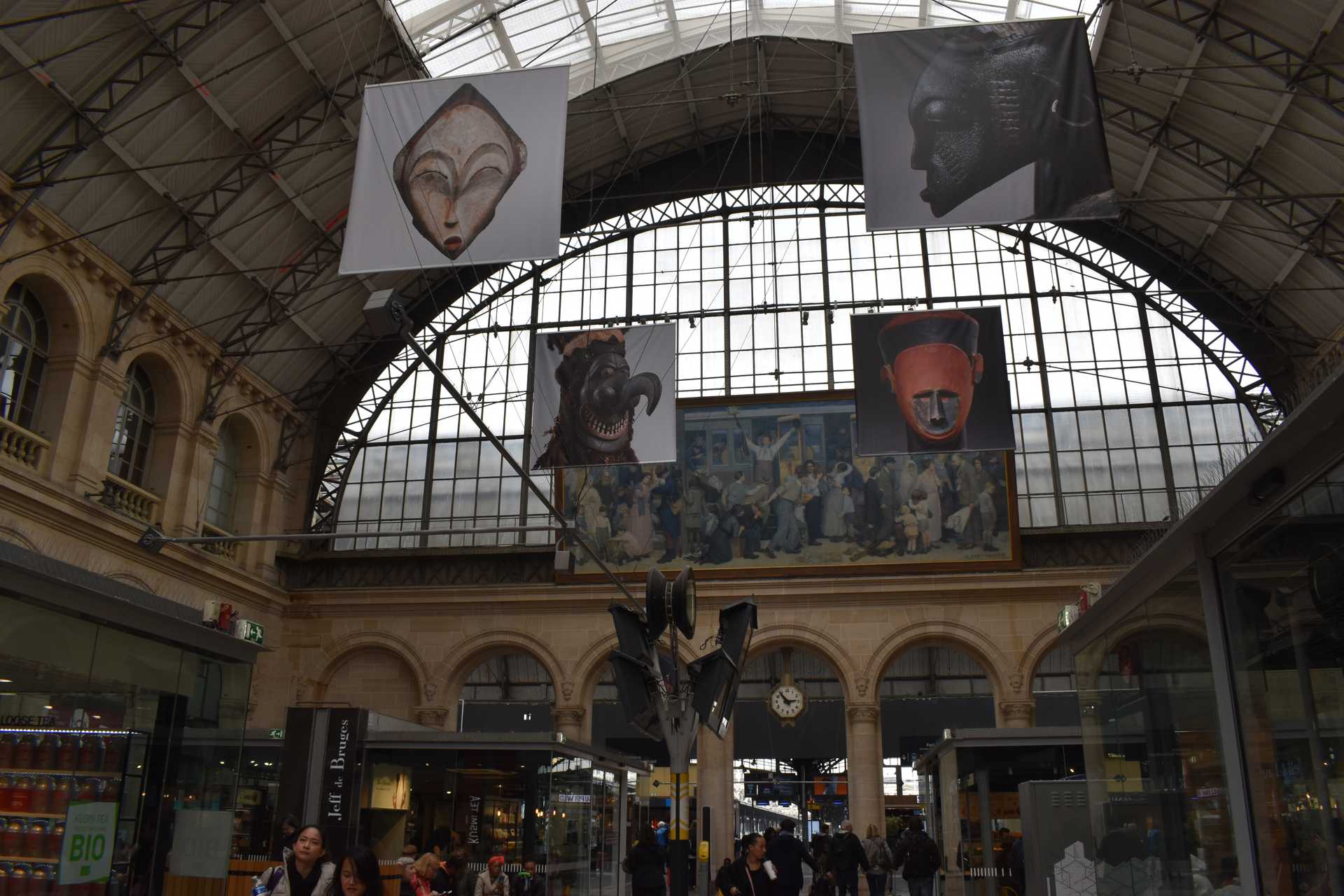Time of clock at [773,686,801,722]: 2:53
